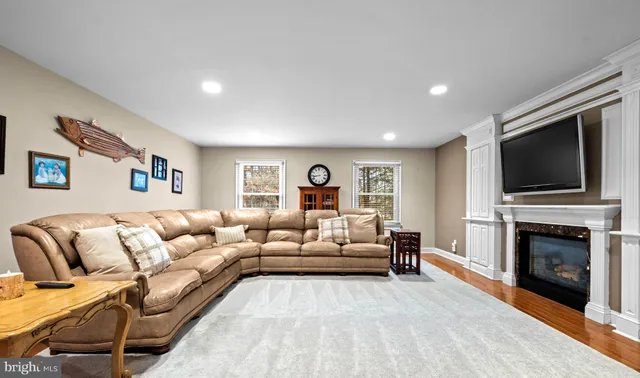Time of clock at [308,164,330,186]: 8:43
